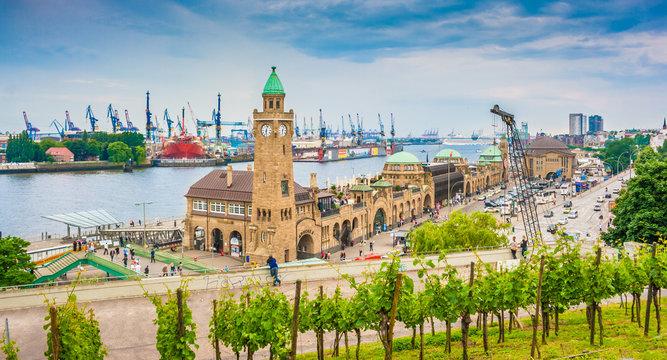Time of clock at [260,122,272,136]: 6:03
